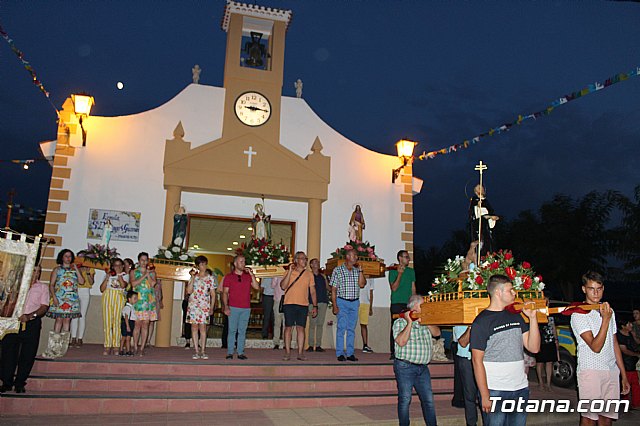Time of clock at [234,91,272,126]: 9:15
